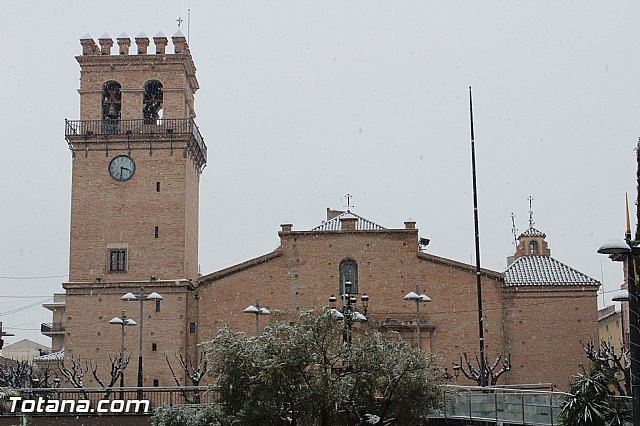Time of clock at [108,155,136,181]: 3:30
